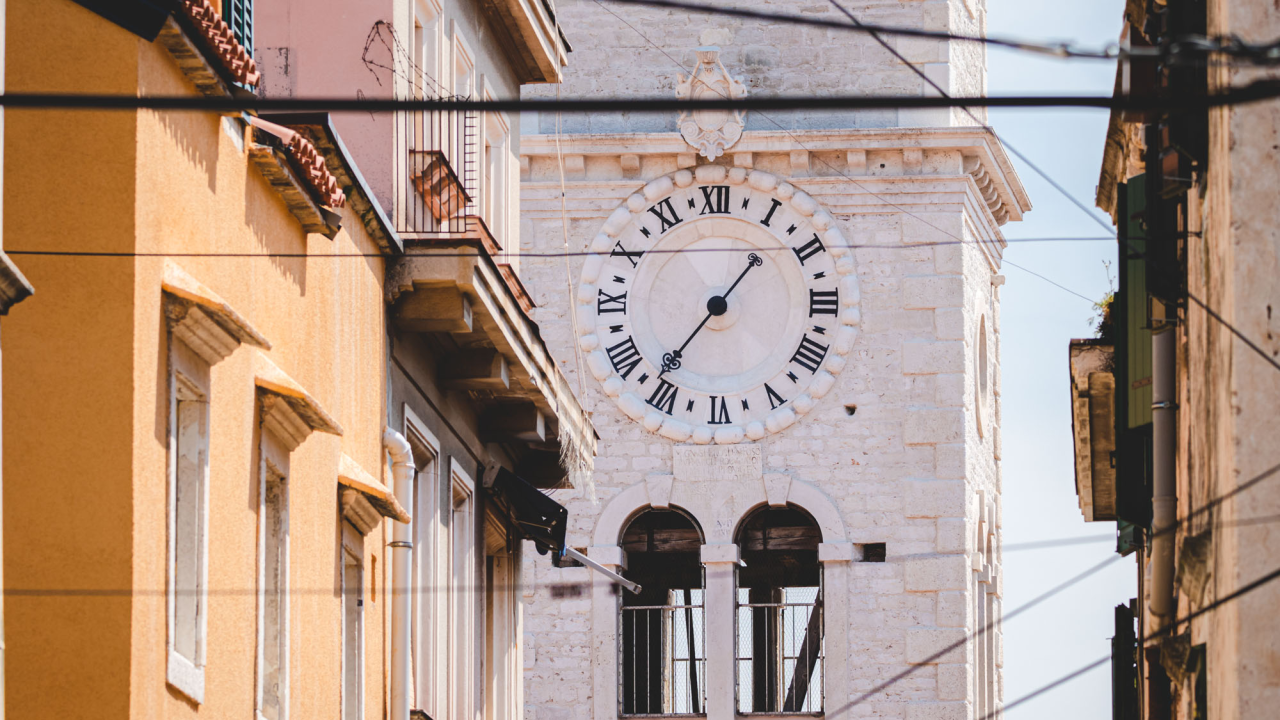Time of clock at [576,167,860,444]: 1:36
